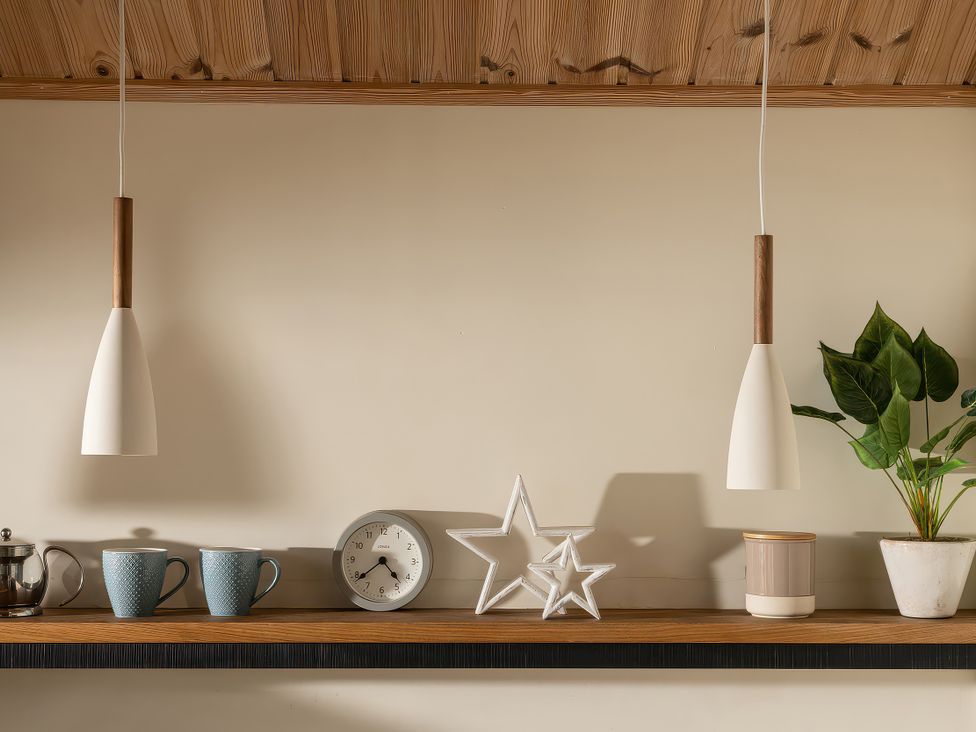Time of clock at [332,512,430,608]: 4:38
